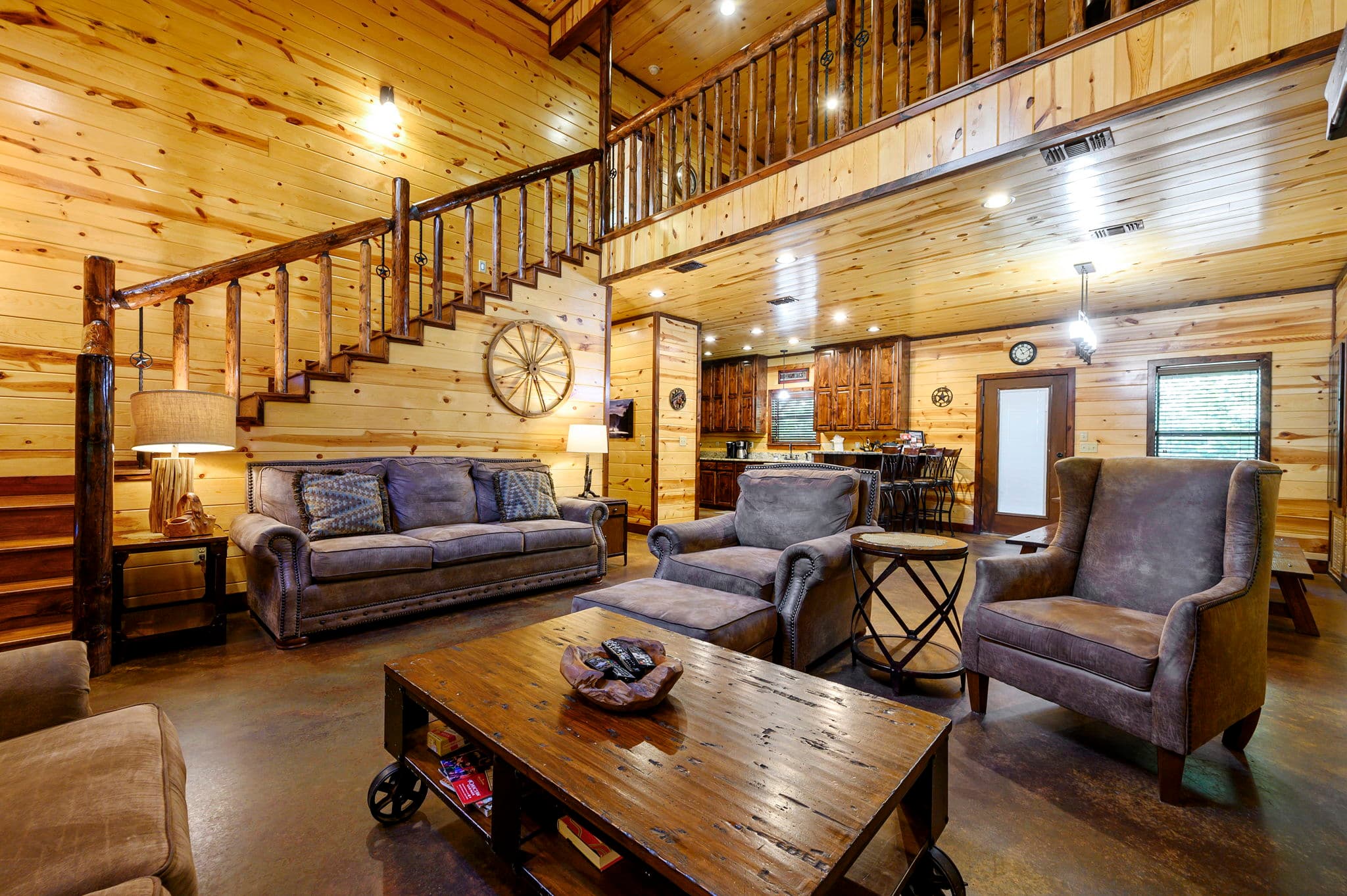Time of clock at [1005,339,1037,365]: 11:10
